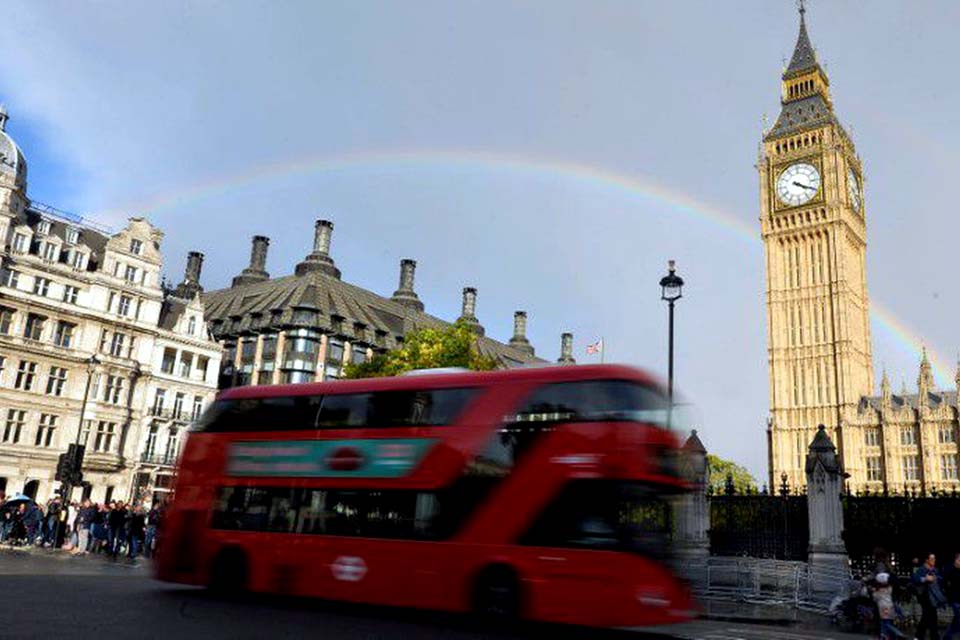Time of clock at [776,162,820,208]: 4:19
